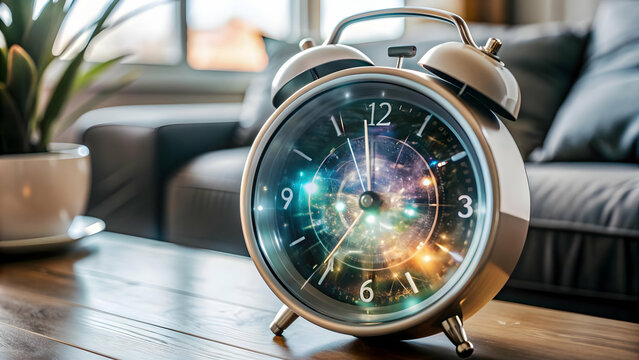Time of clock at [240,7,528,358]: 11:35
